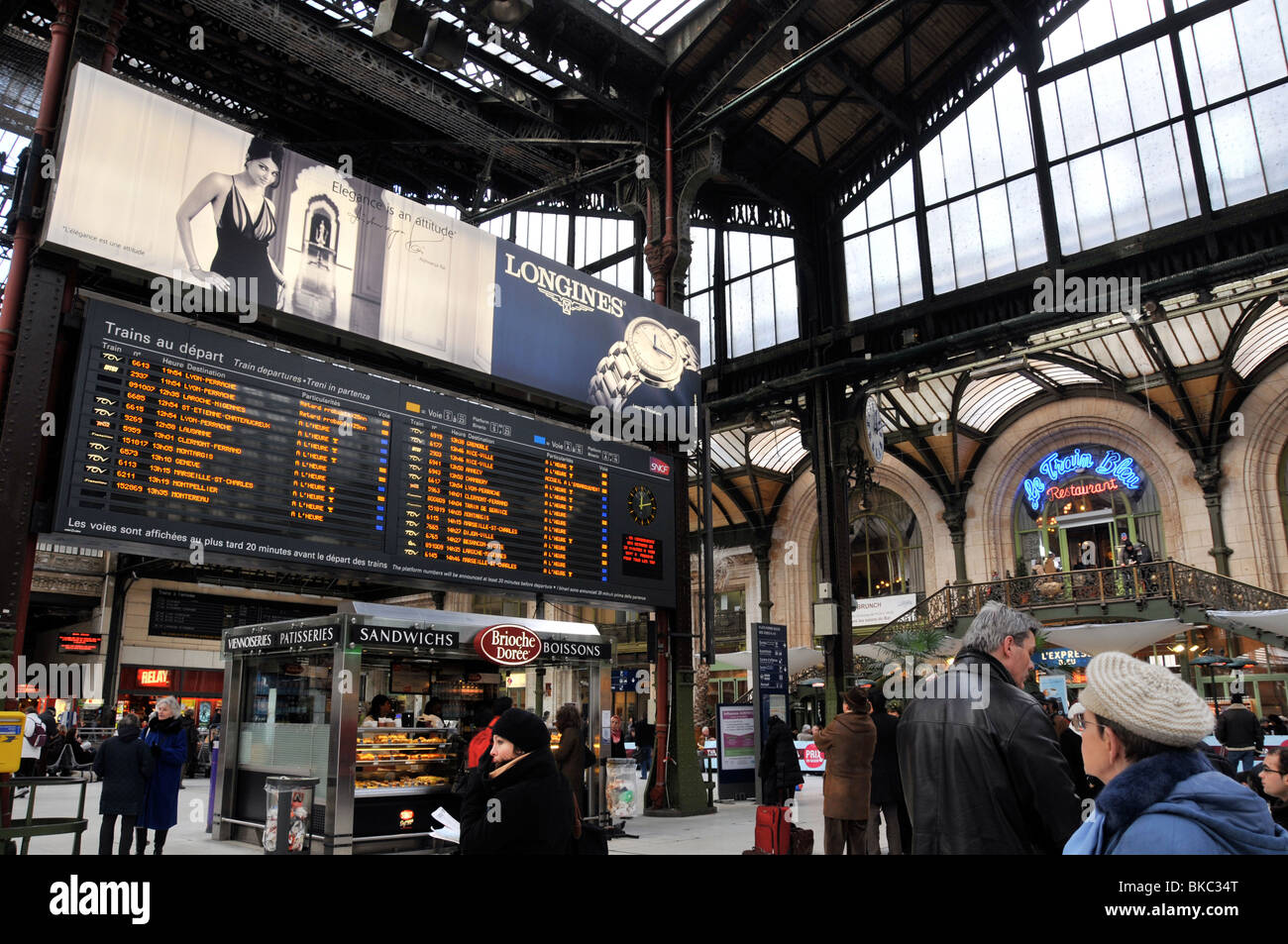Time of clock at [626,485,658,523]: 12:12
